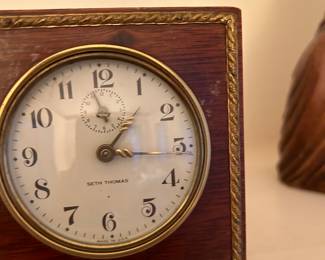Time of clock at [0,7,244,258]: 1:16
